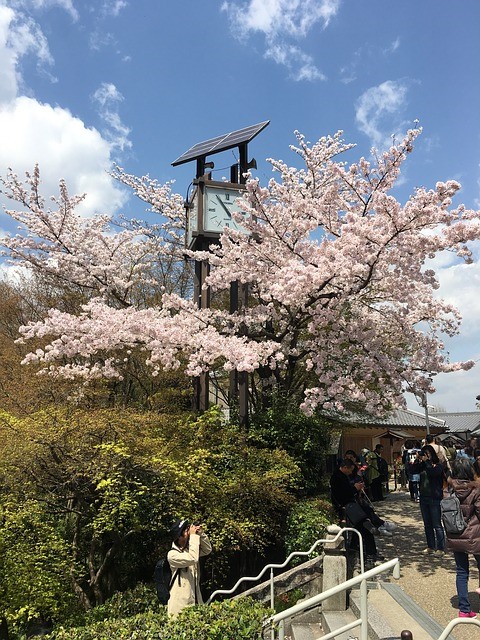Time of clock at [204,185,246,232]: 10:54
